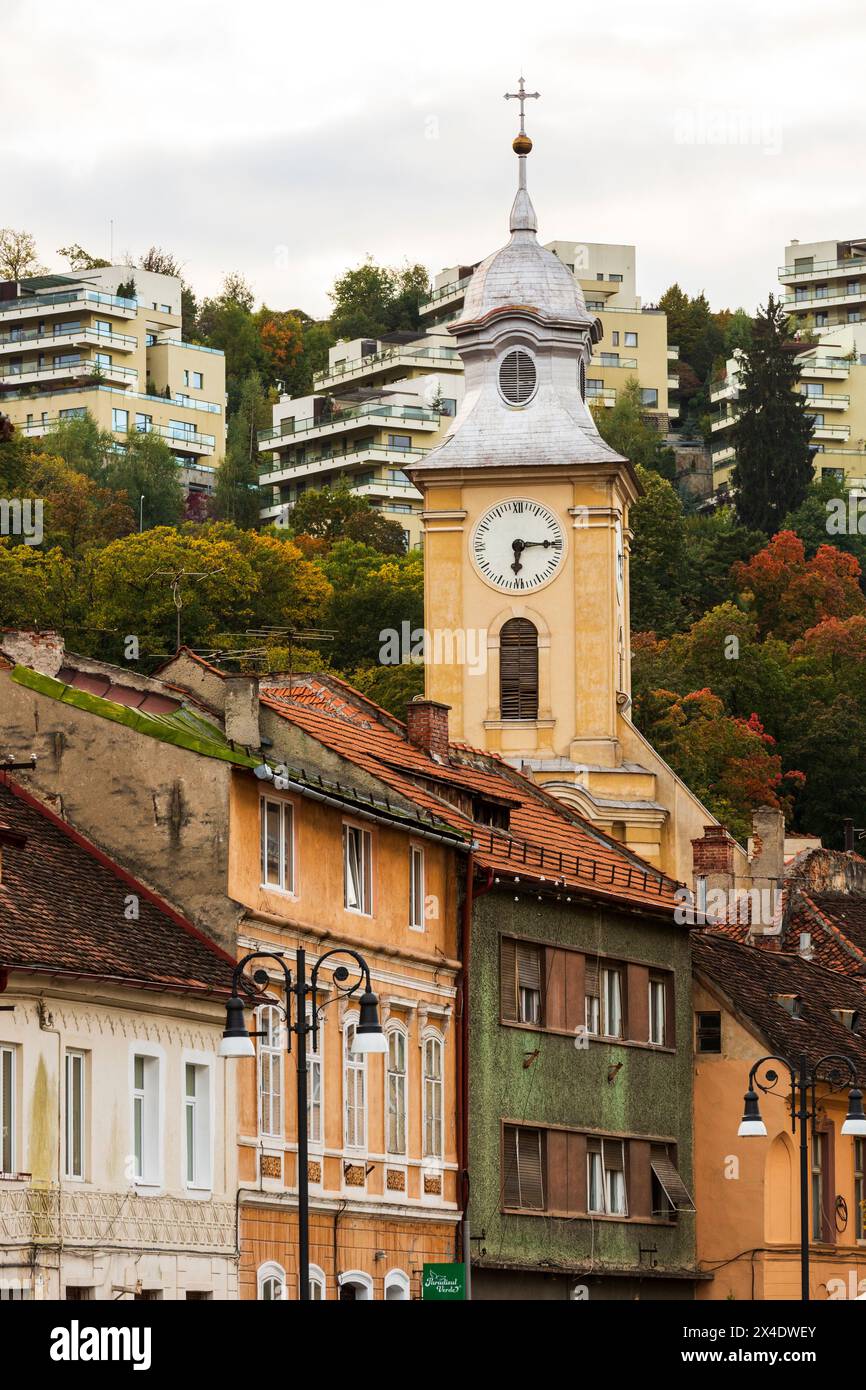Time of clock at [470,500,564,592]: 6:14
